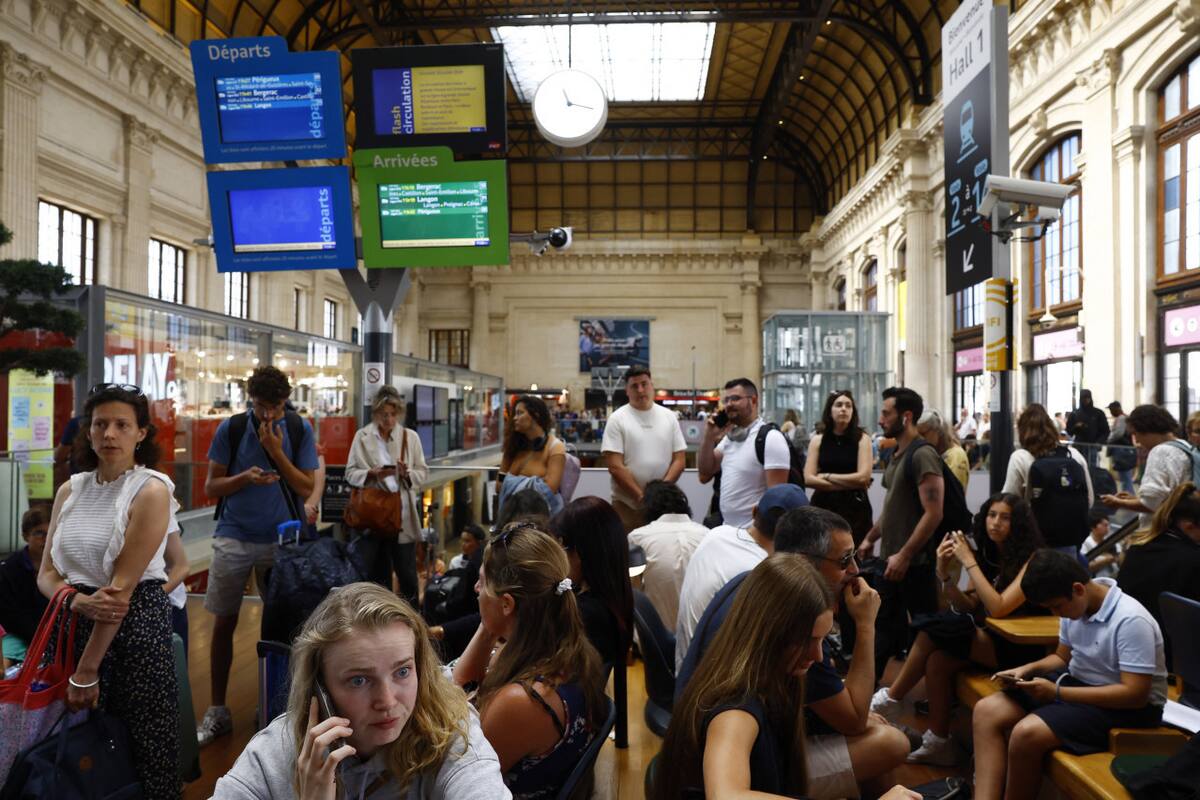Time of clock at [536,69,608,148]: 11:17
